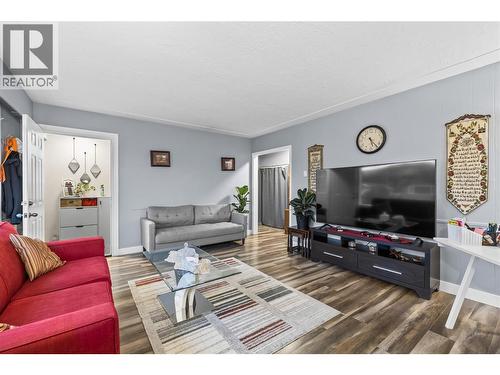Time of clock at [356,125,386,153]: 5:23
